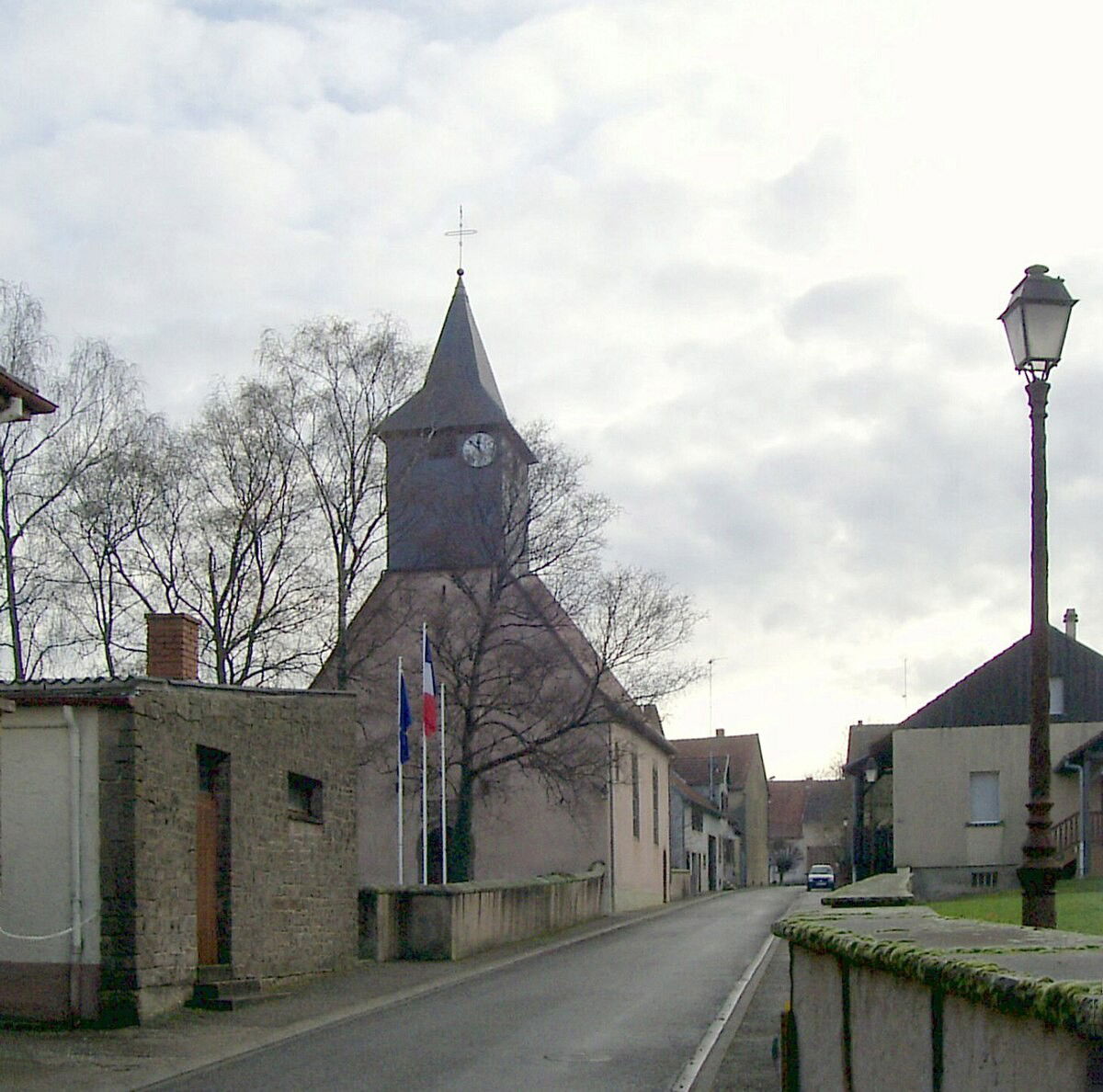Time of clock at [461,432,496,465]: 11:52
